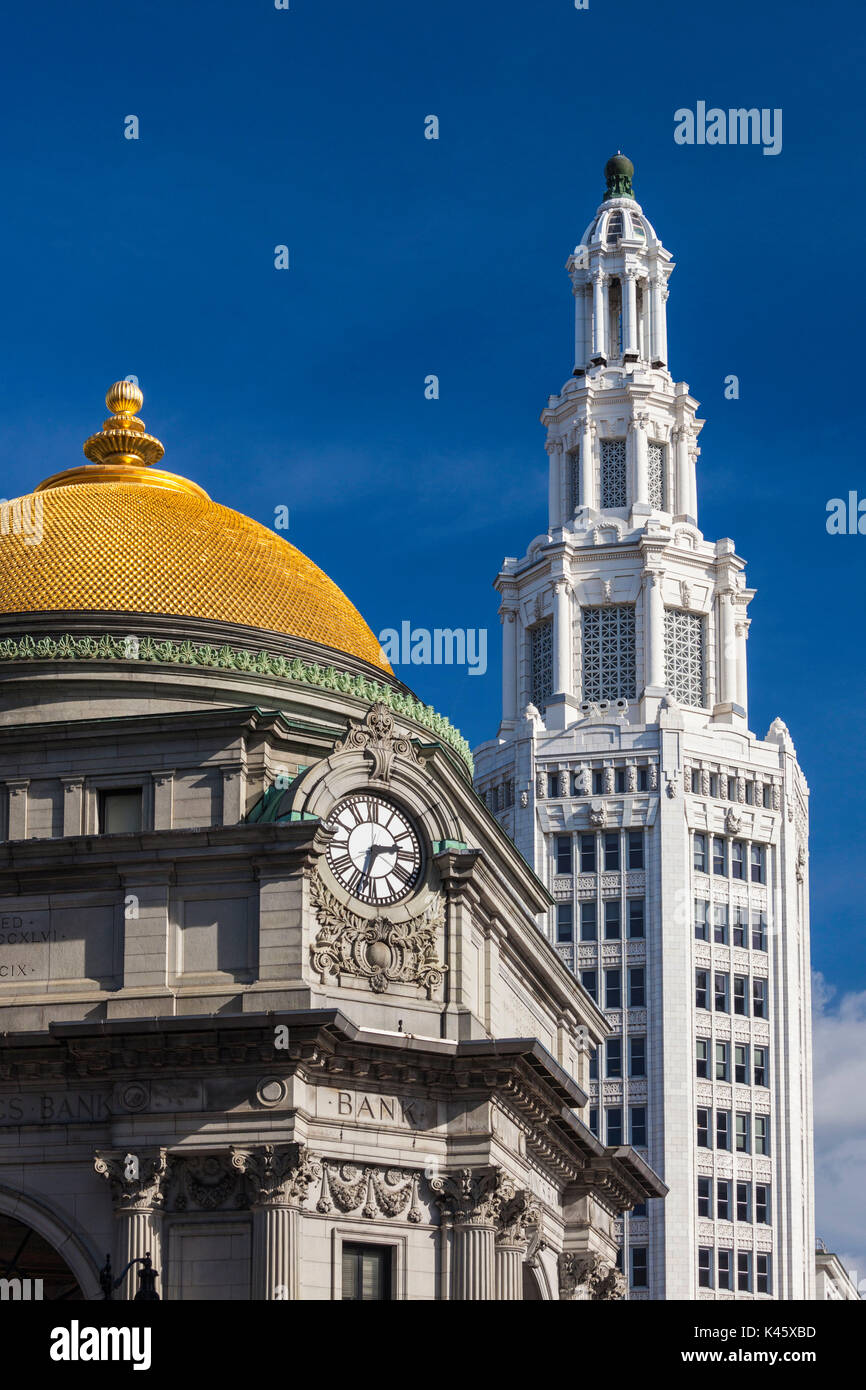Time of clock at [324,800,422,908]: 2:33
